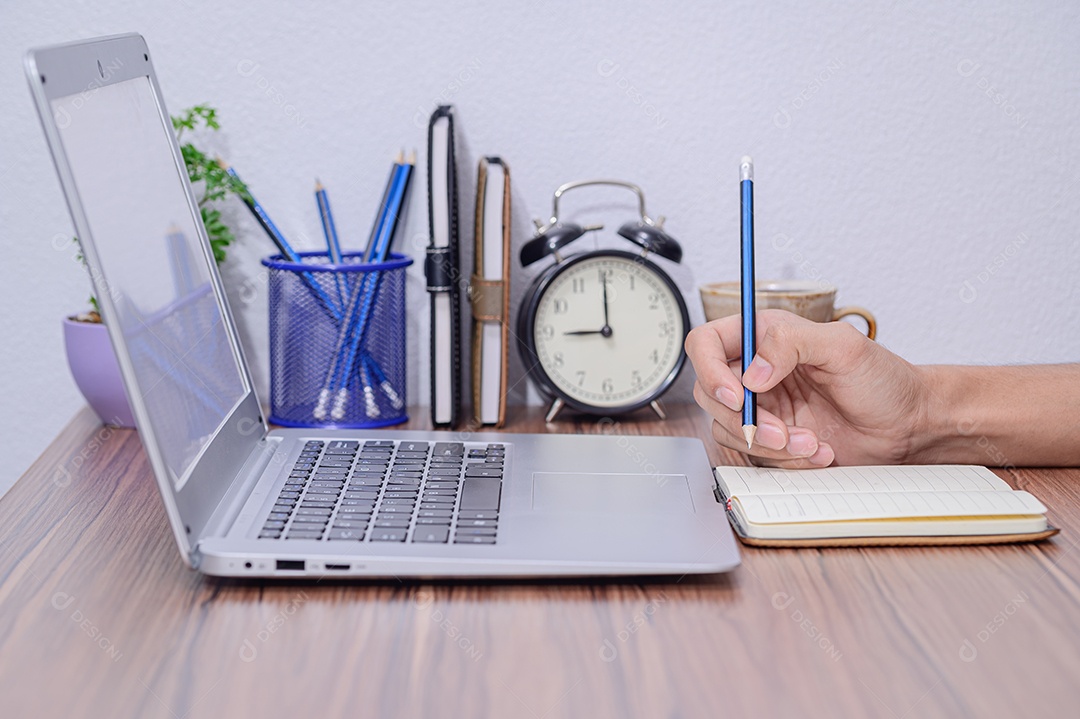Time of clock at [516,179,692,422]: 9:00
